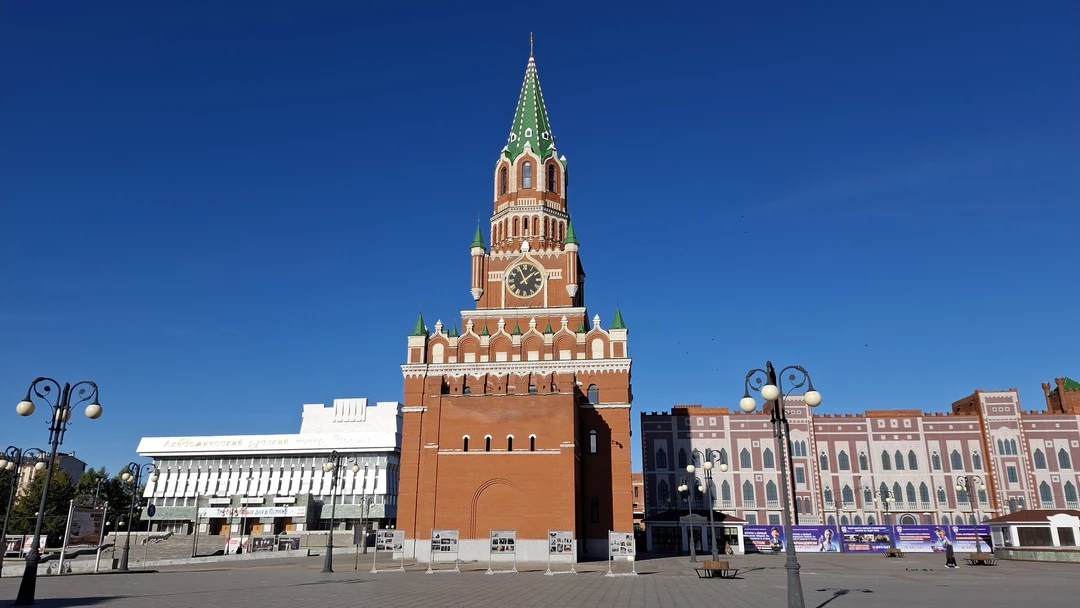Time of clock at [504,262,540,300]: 1:56
